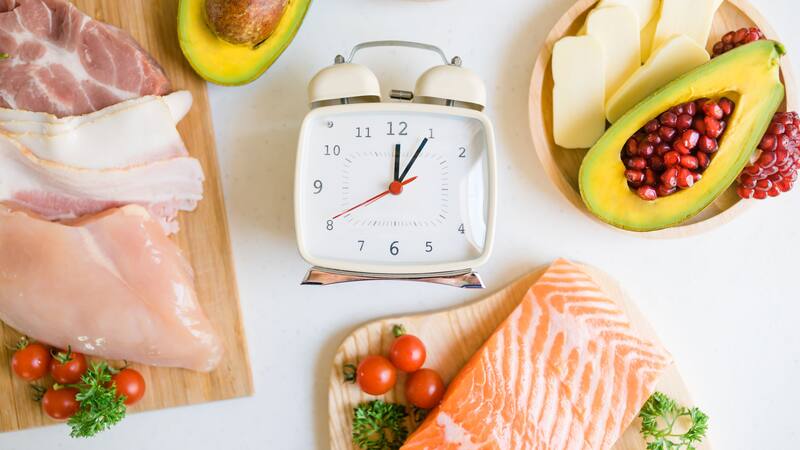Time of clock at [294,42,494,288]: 12:05
